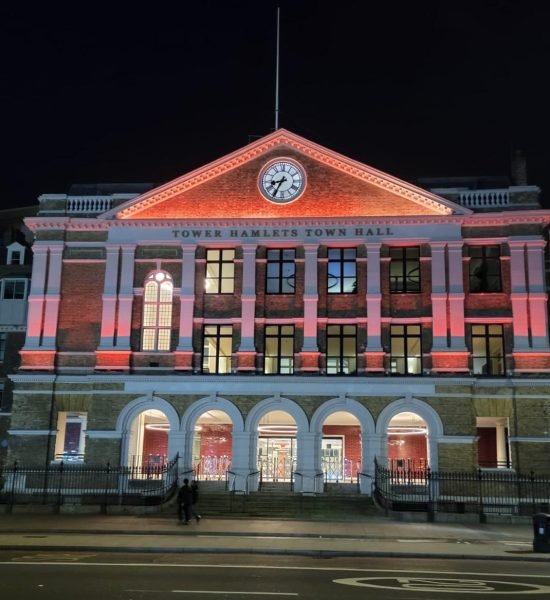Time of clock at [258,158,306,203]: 8:34
